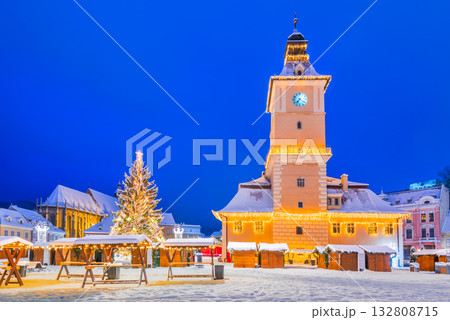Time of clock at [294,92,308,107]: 7:21
